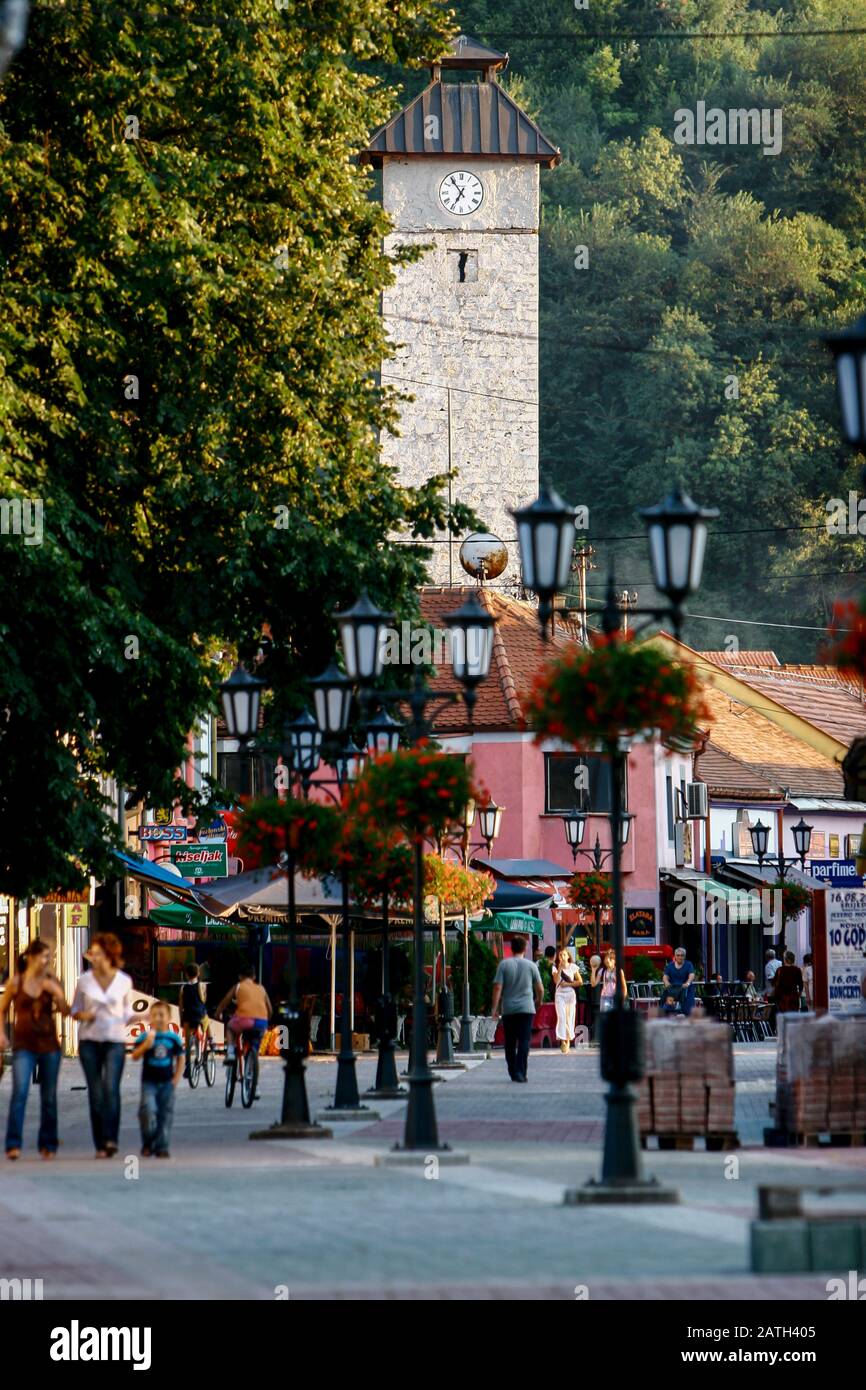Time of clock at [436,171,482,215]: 6:53
